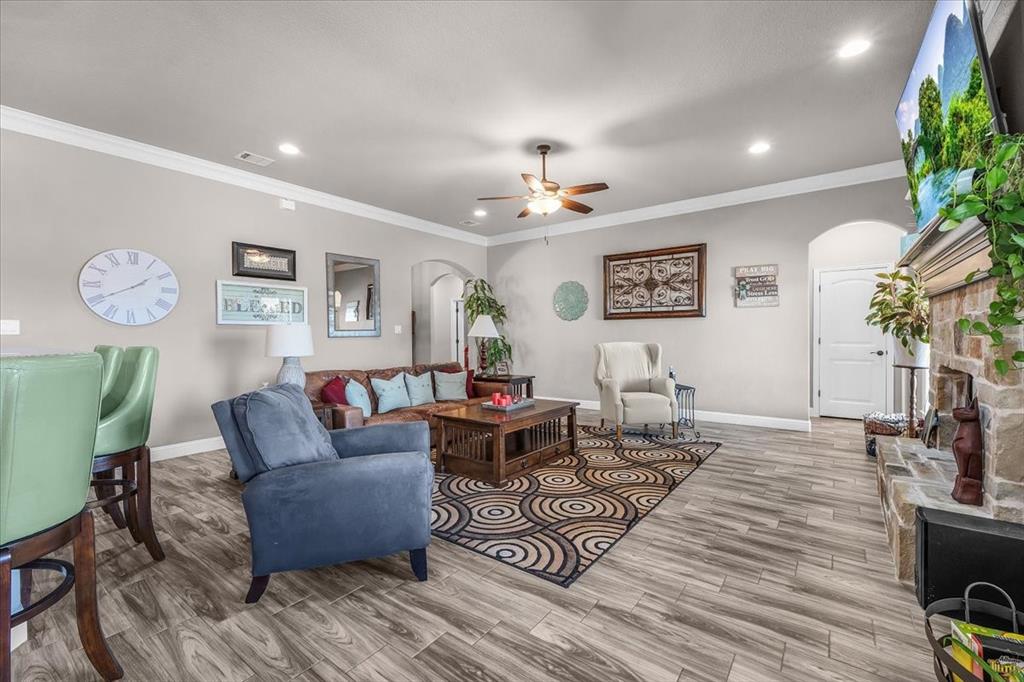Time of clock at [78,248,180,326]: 1:40
